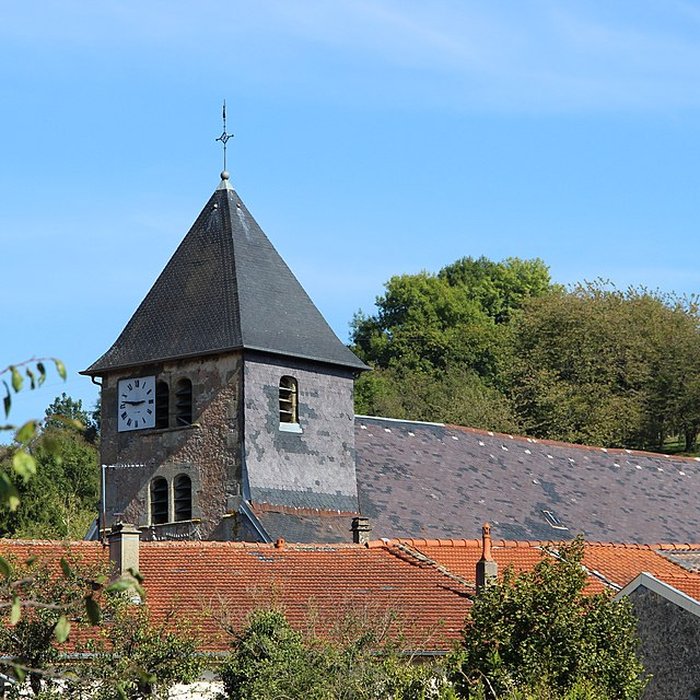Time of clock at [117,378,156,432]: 2:46
